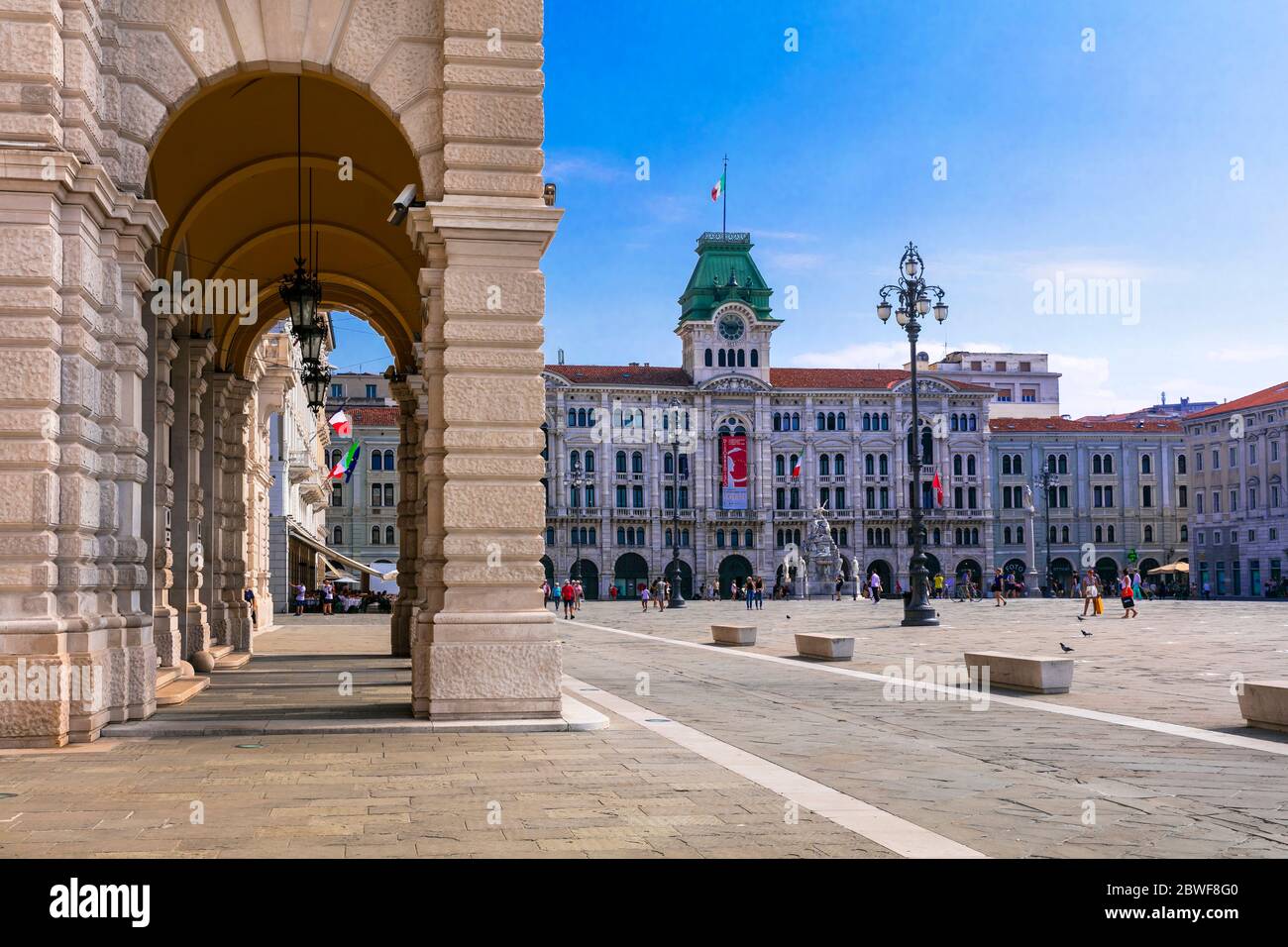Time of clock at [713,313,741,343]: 2:48
